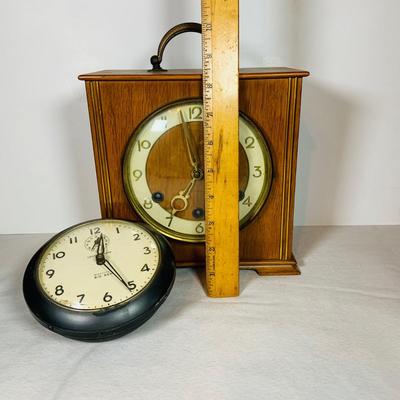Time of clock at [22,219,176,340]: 12:25
